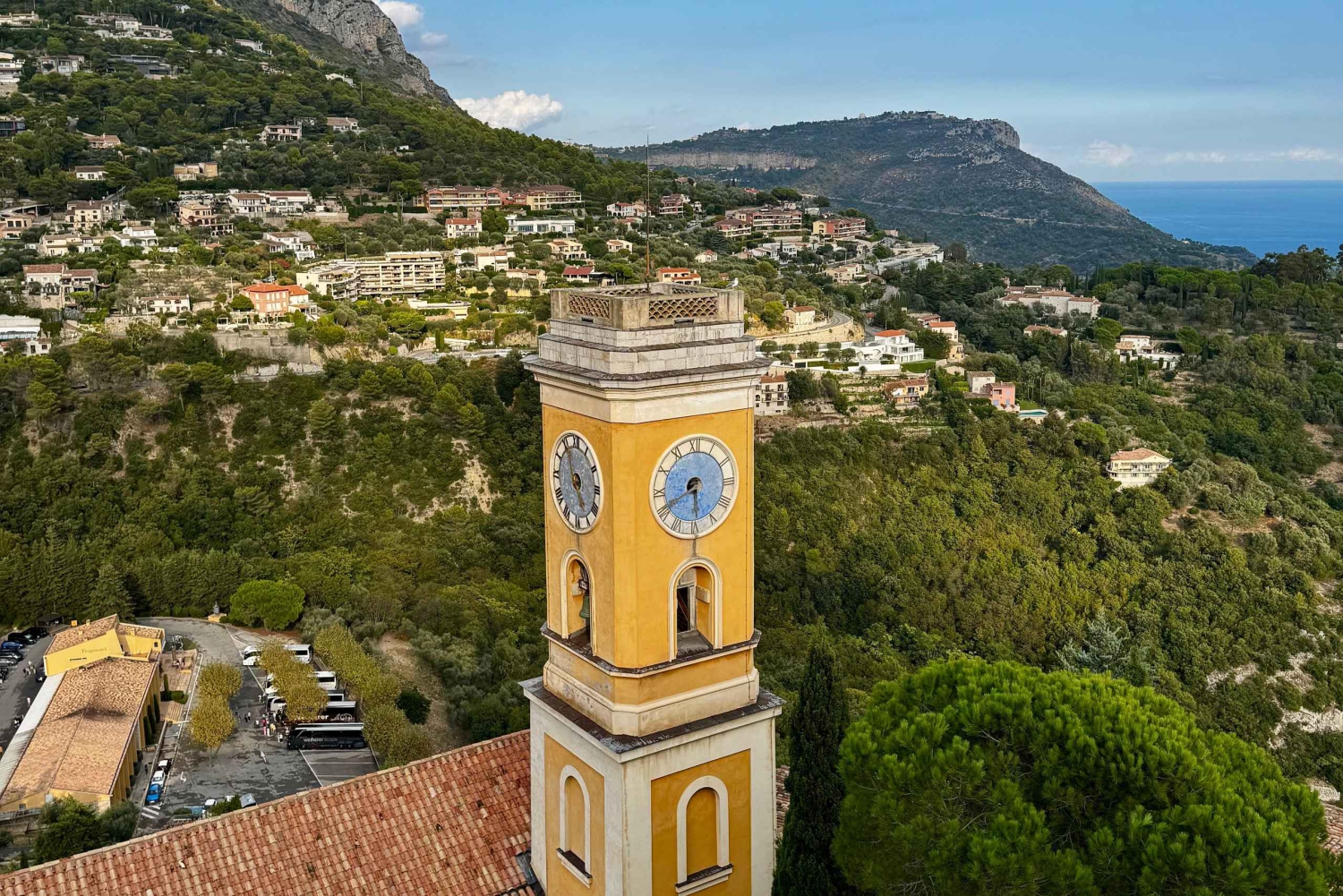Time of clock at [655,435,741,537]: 5:40
